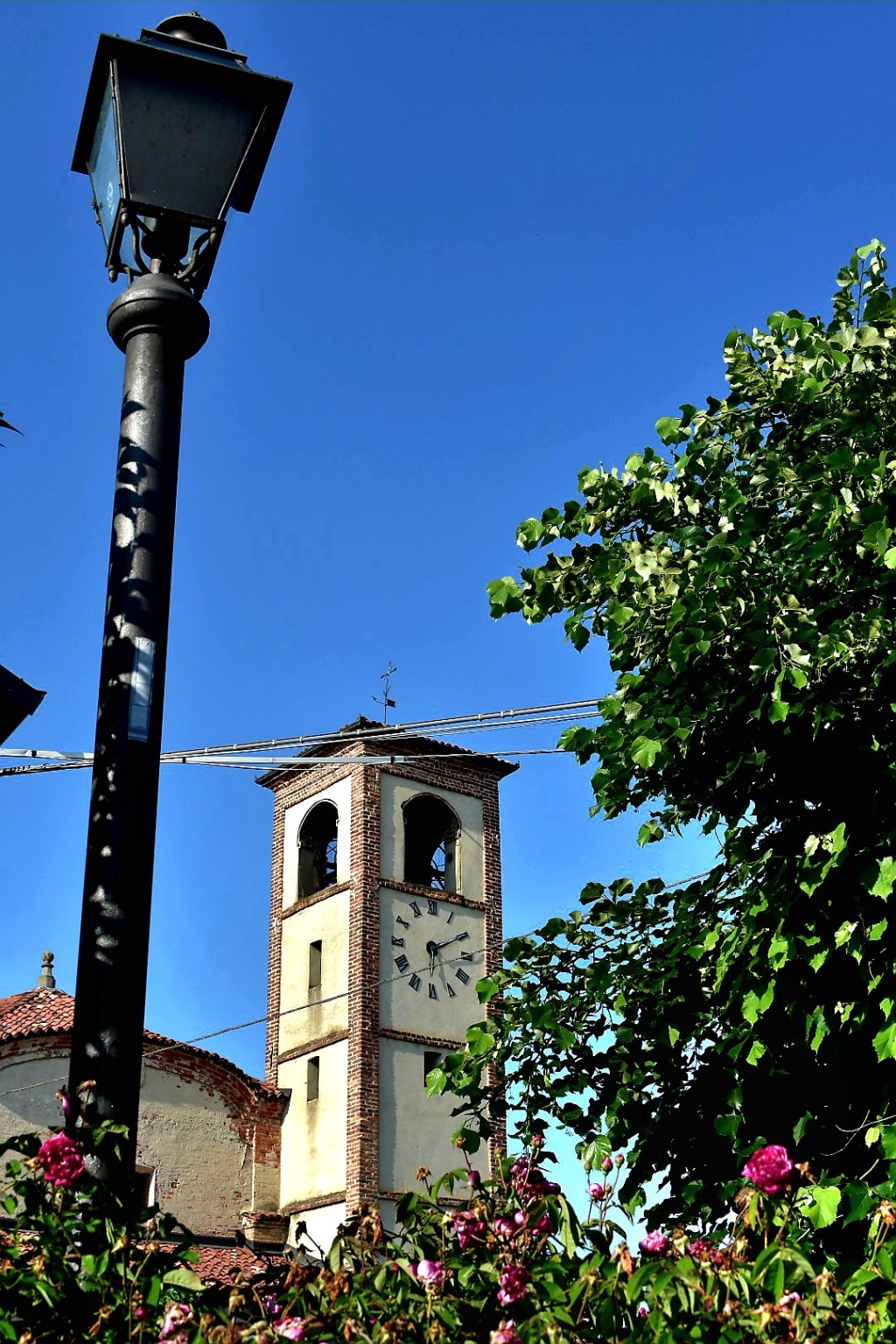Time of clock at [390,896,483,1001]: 6:10
